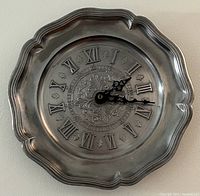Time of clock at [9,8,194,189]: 2:18
